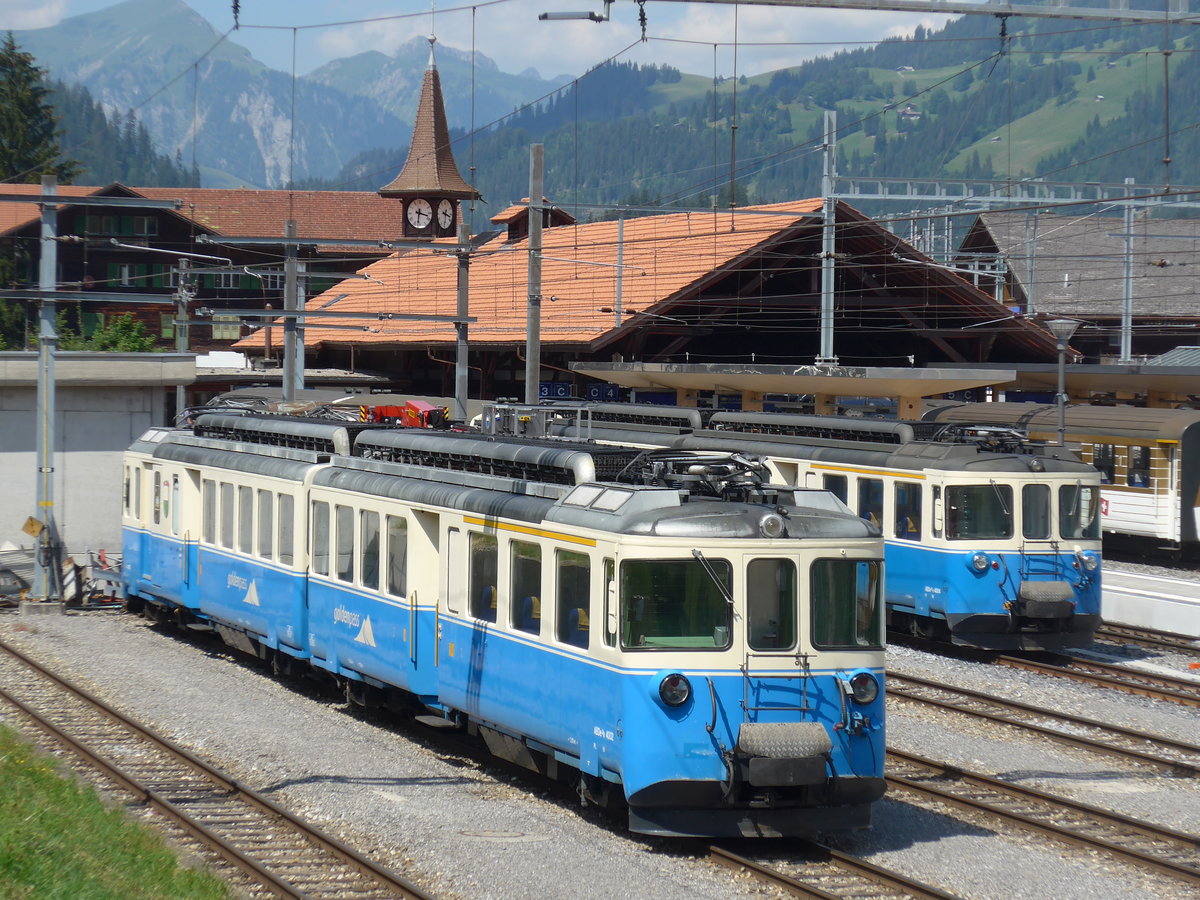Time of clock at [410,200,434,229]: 3:31
